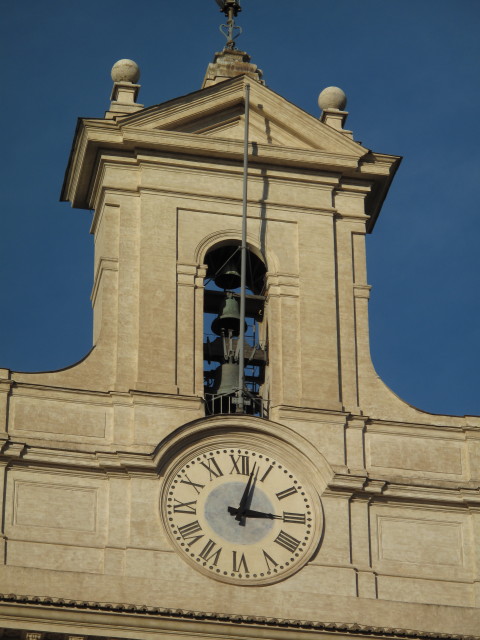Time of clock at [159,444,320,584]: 3:02
